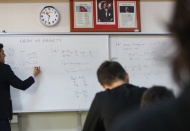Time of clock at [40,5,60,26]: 10:31
